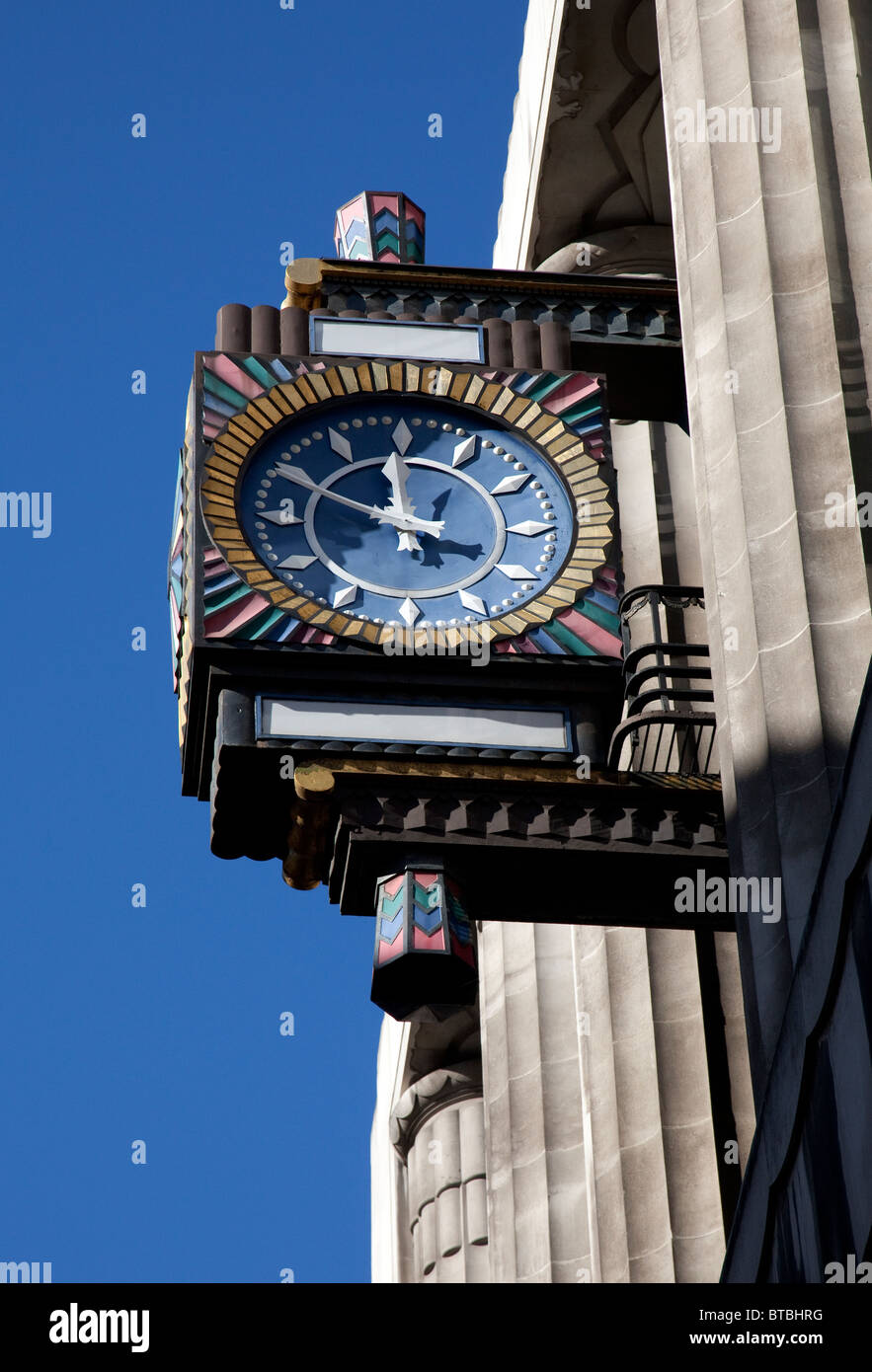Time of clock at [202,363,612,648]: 11:49
